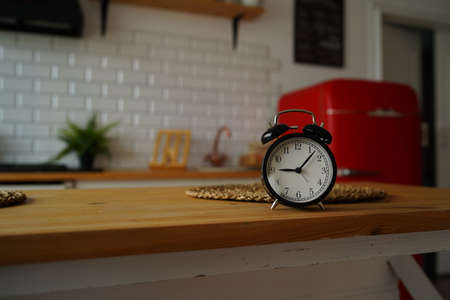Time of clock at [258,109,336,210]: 9:07
